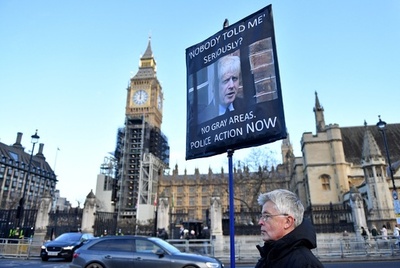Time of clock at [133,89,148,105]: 12:00
